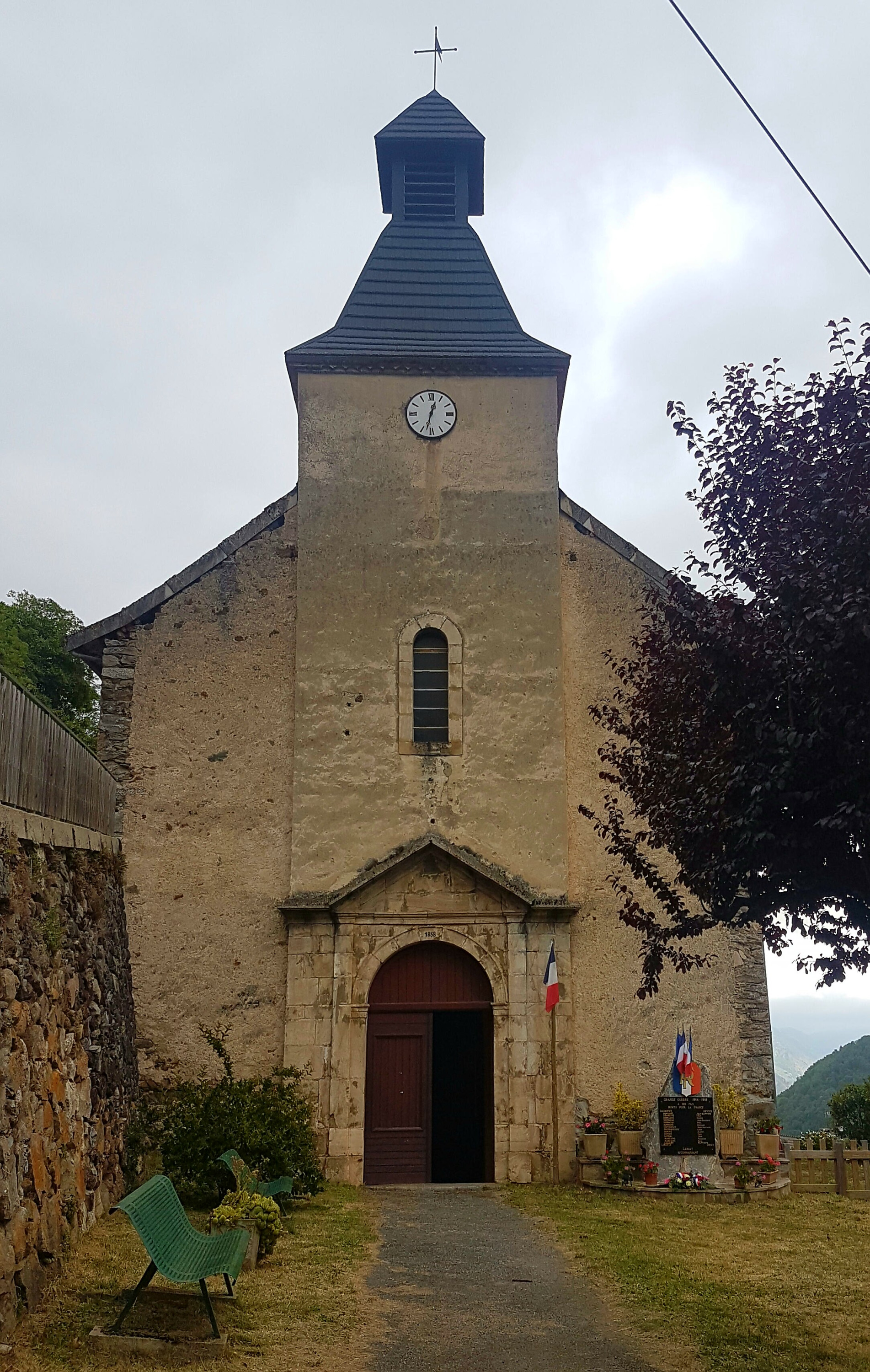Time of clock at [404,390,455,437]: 12:32
